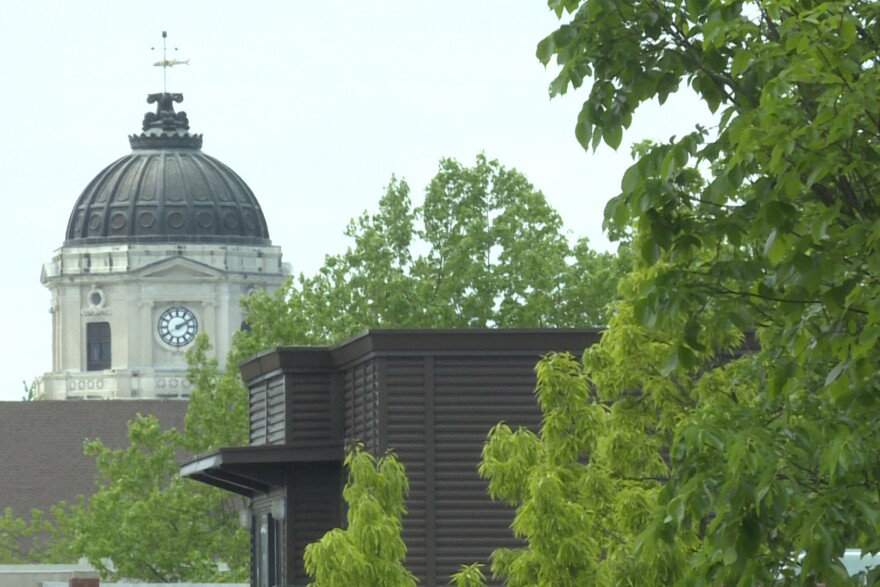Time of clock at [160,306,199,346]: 2:10
